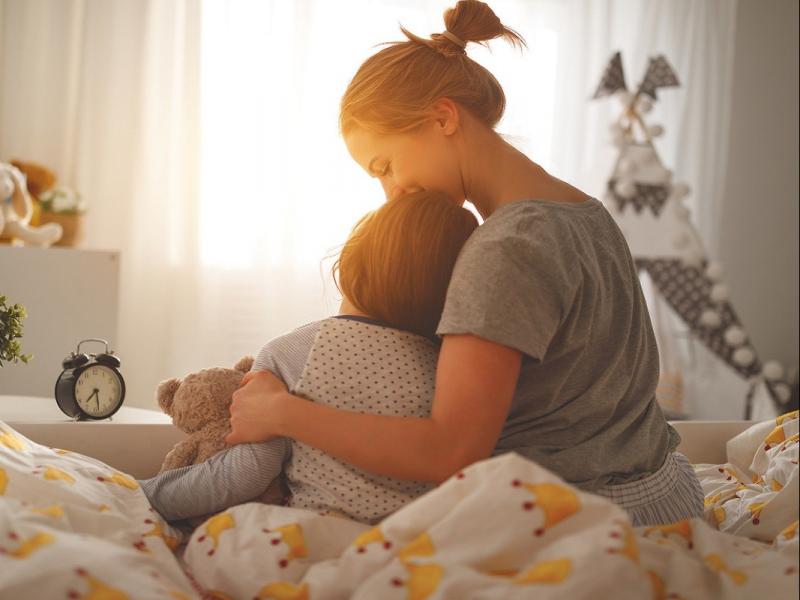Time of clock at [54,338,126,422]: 7:28
